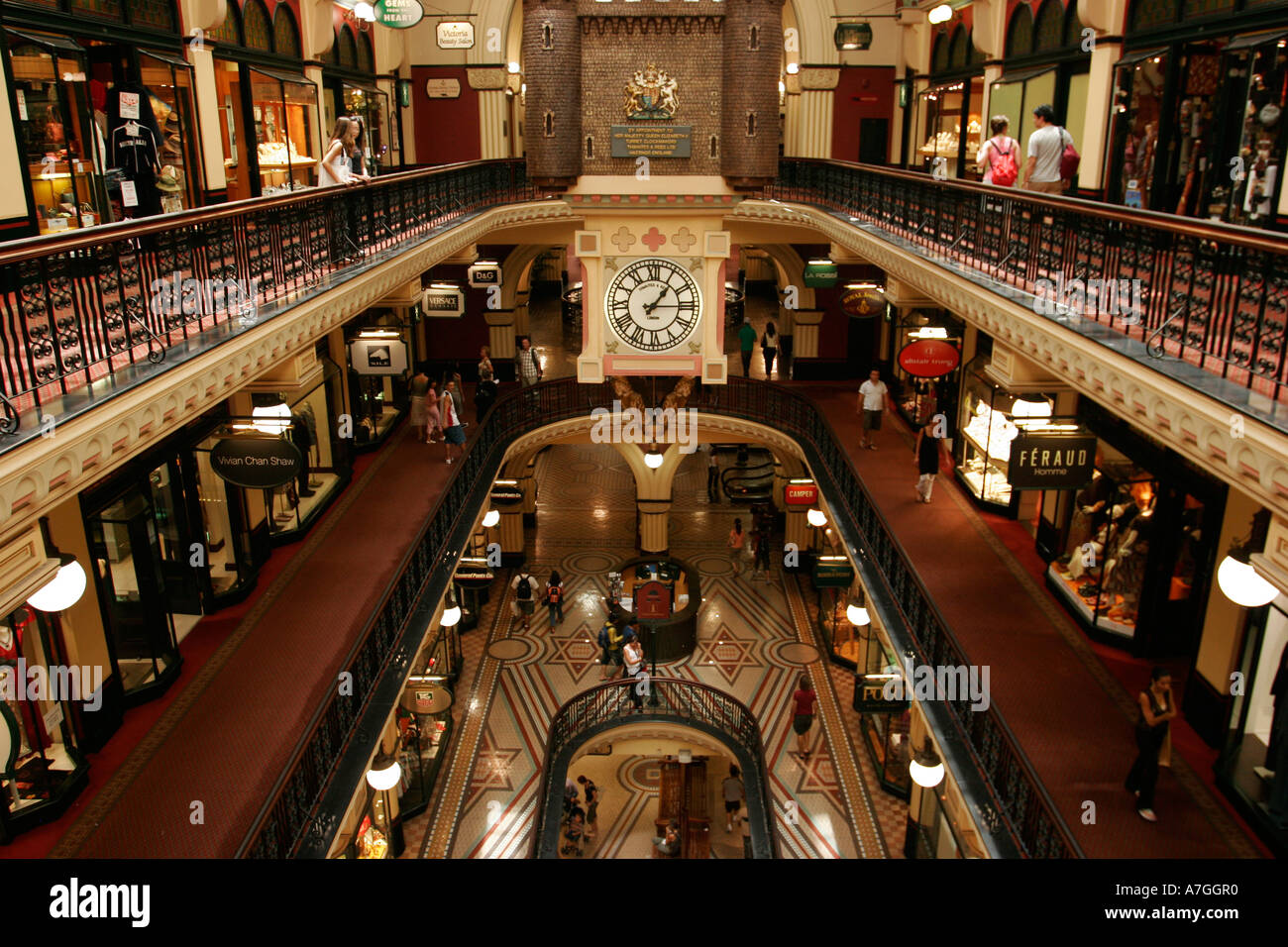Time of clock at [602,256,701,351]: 1:14
